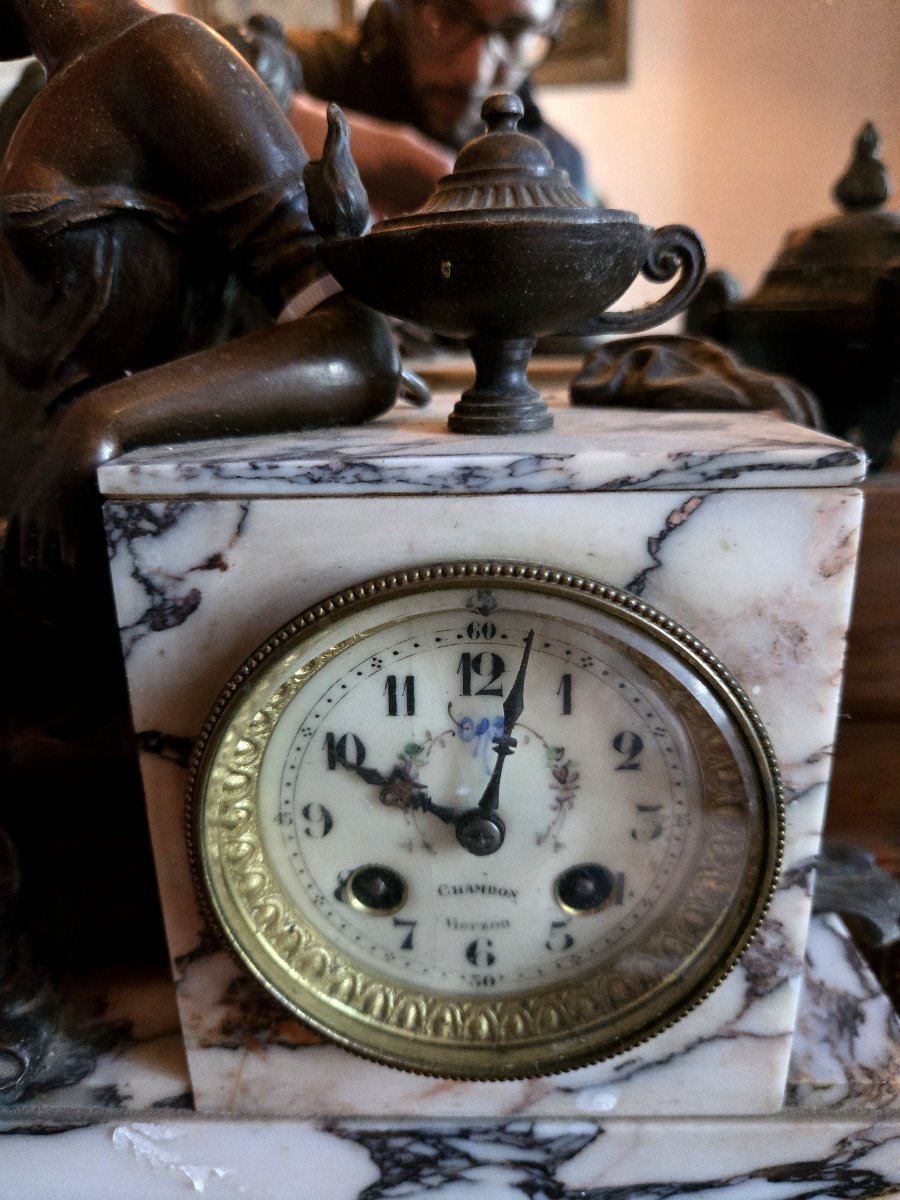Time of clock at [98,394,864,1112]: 10:02
